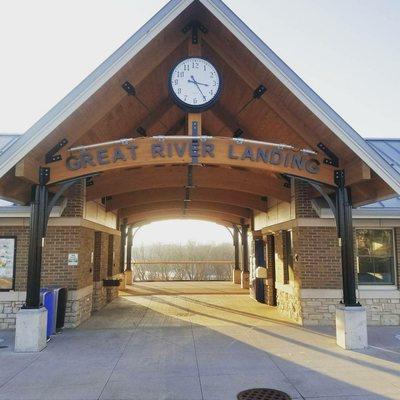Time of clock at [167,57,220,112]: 3:24
